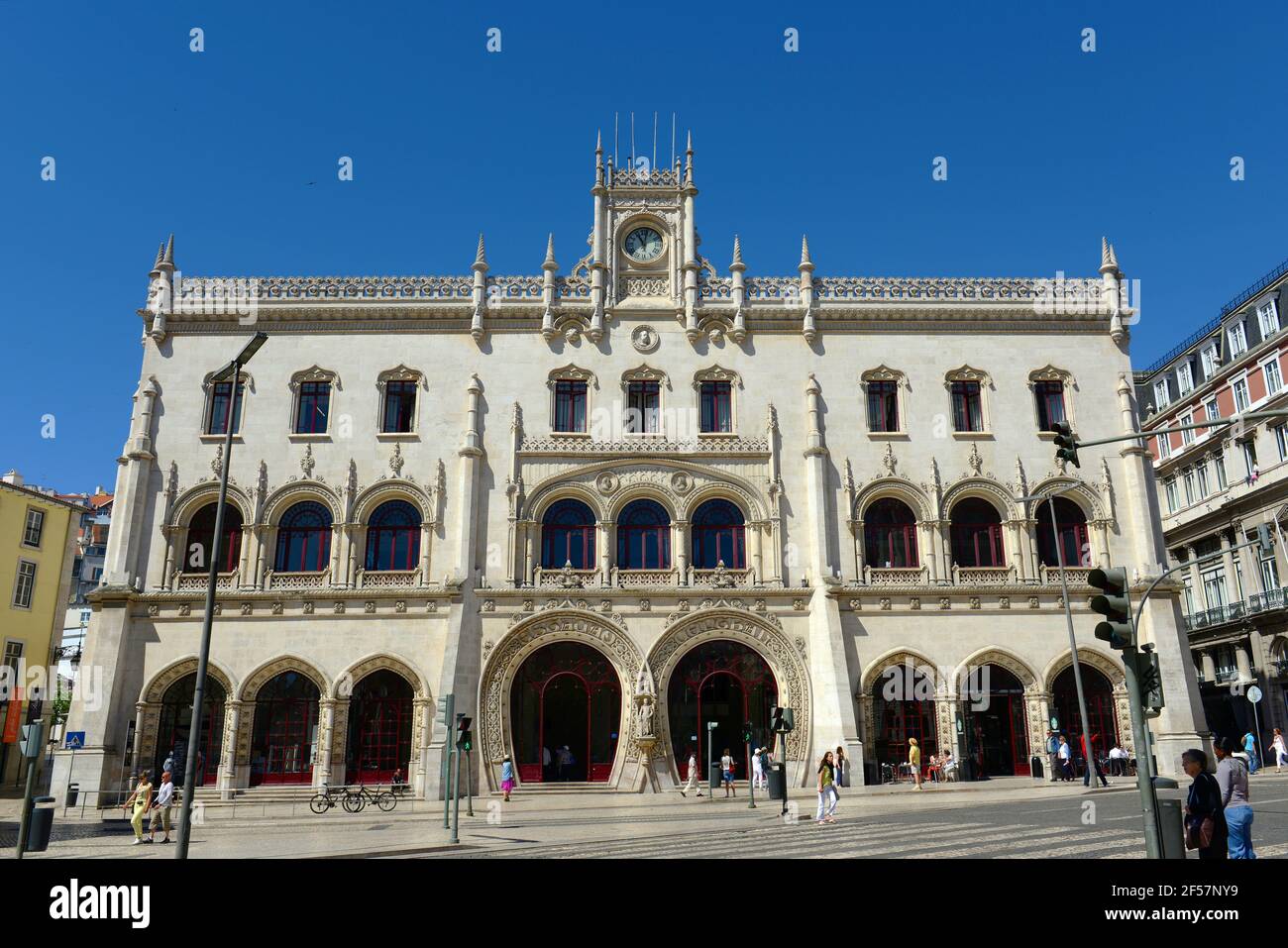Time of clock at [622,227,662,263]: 11:02
